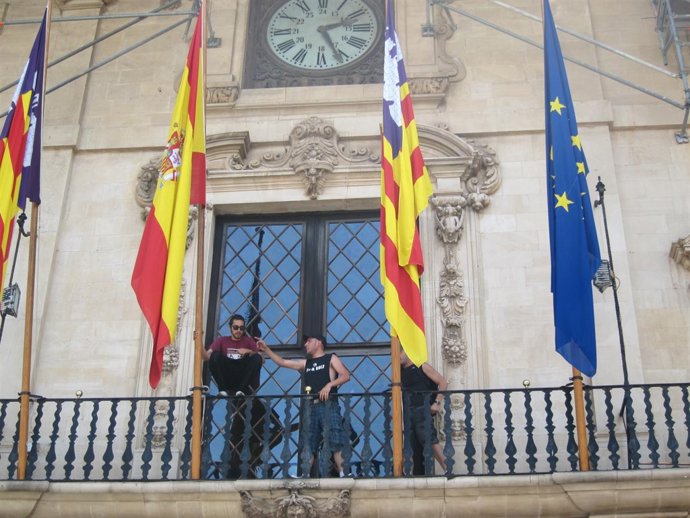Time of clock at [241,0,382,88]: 2:26
